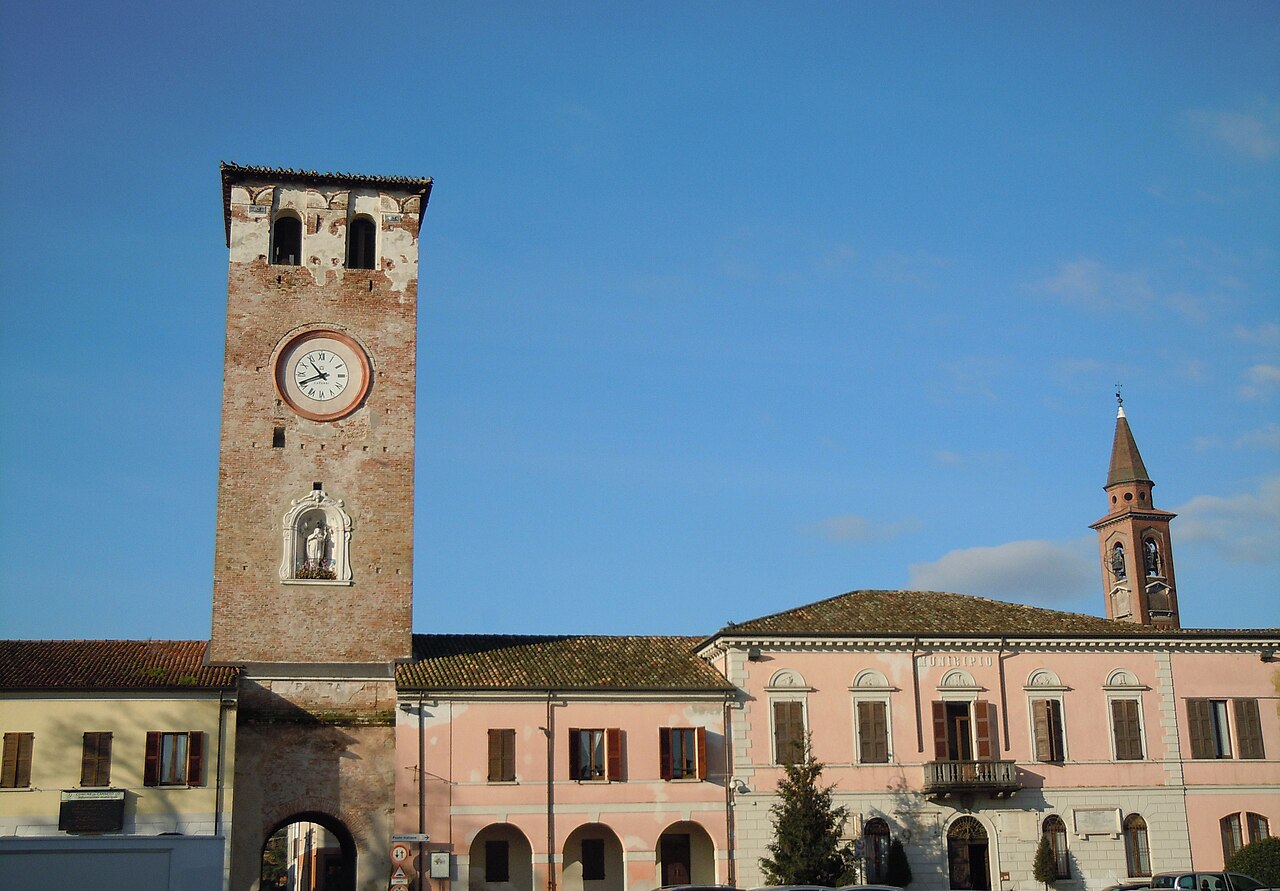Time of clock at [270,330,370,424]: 10:41
